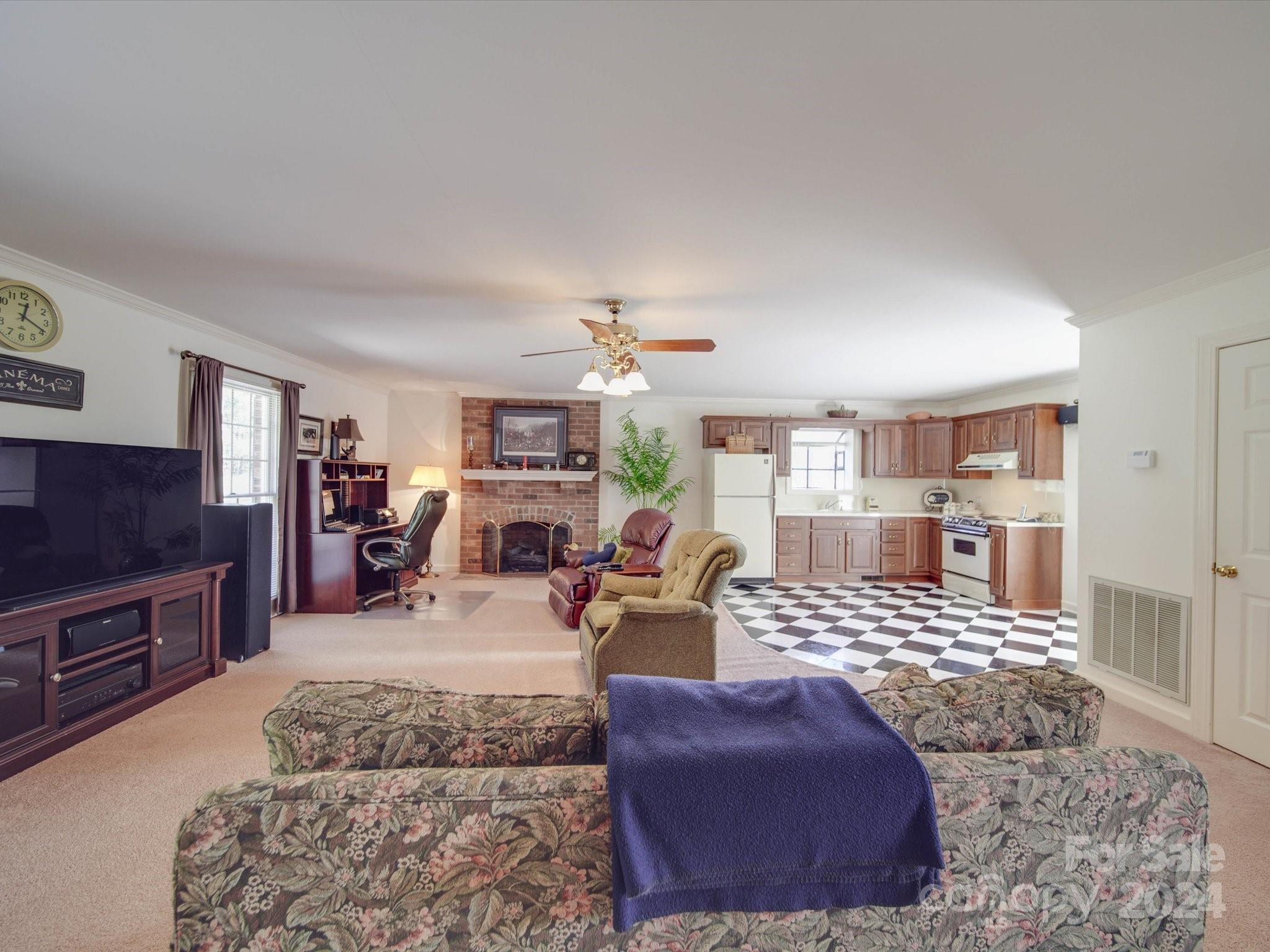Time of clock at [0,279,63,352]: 12:19
